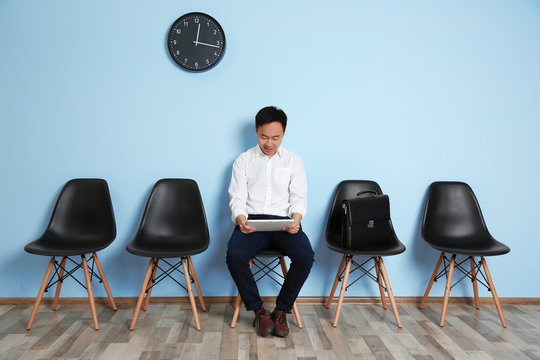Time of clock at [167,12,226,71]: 12:16
